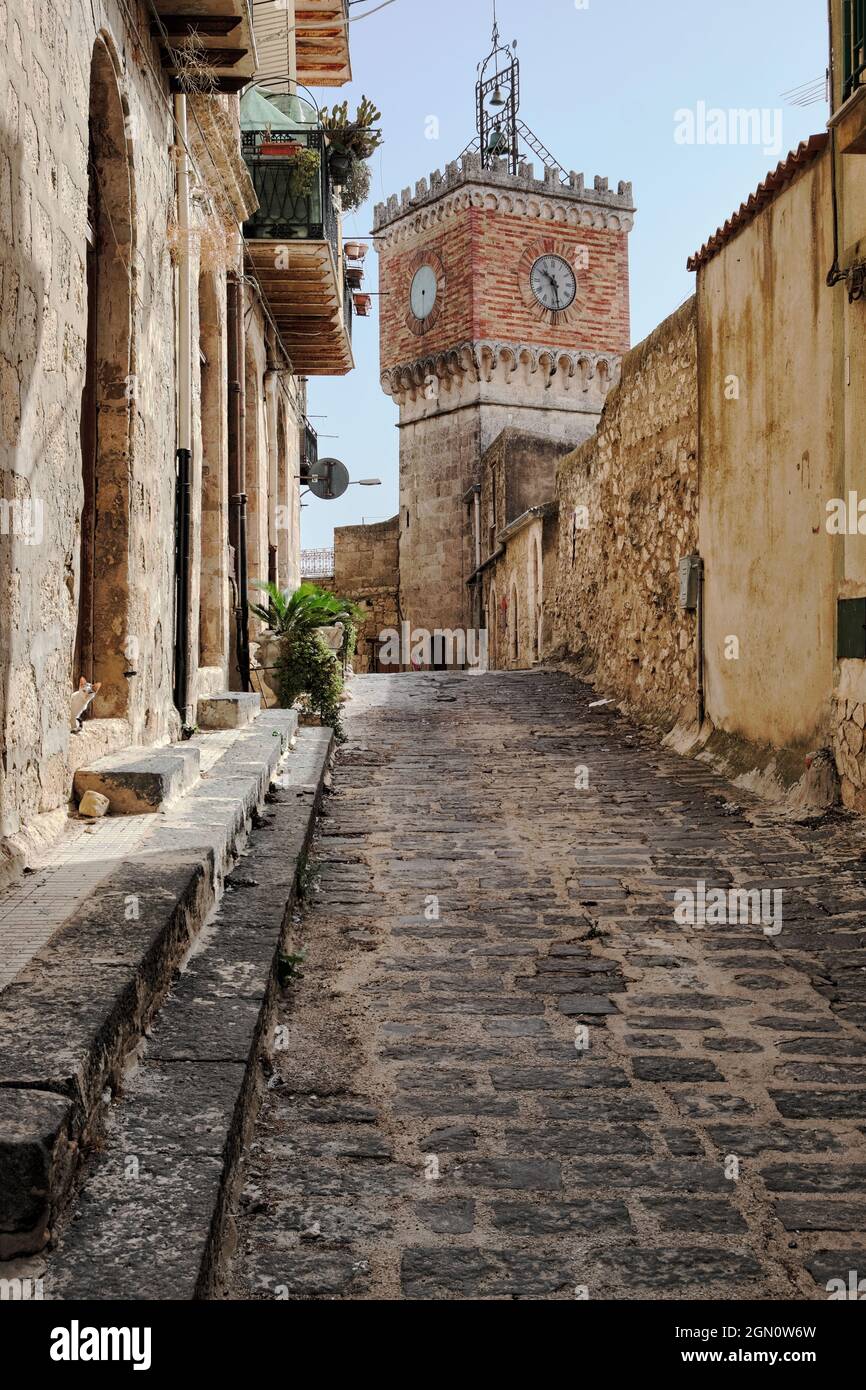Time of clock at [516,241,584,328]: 10:28
